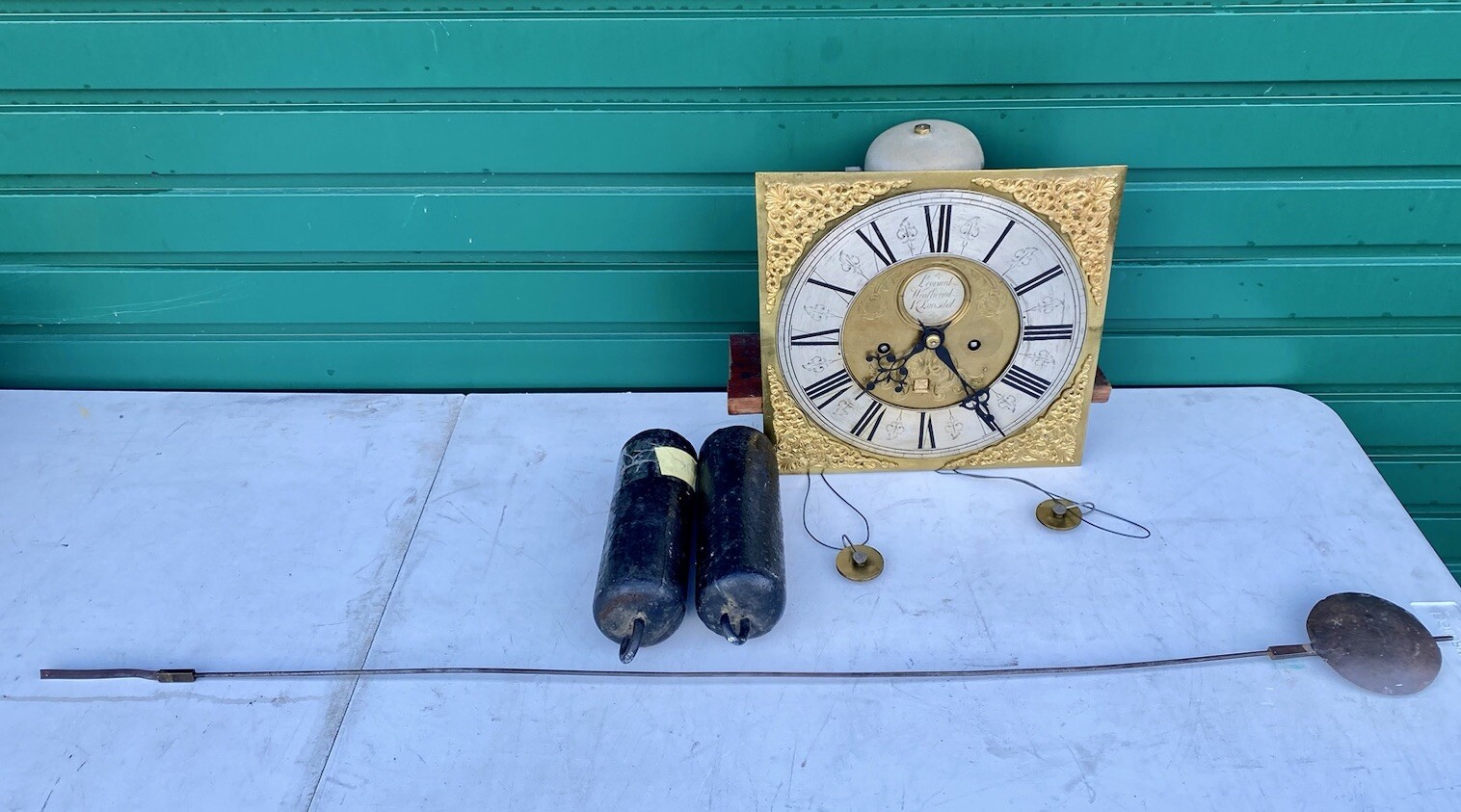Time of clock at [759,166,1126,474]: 7:24
